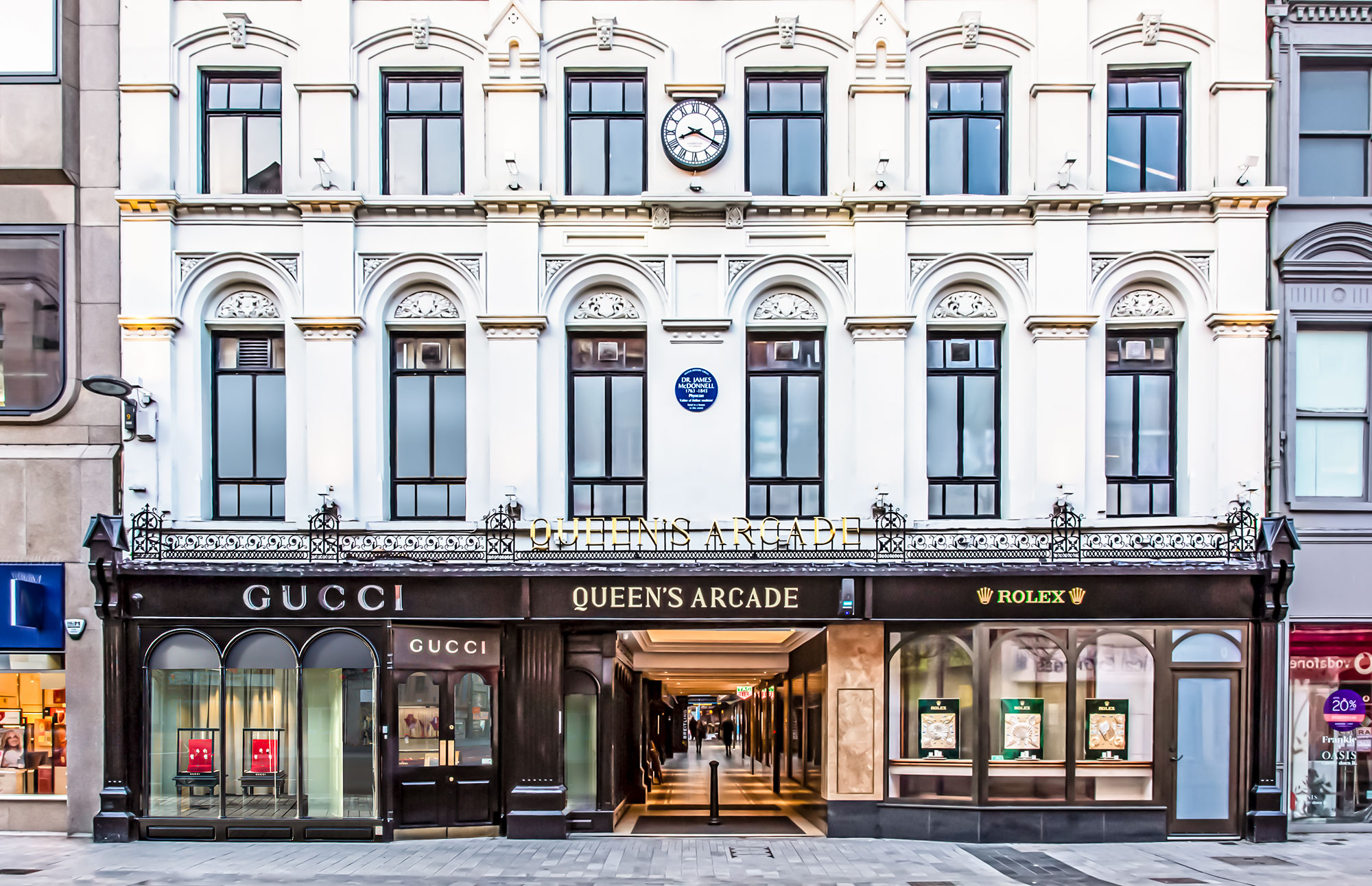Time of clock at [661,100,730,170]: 8:19
